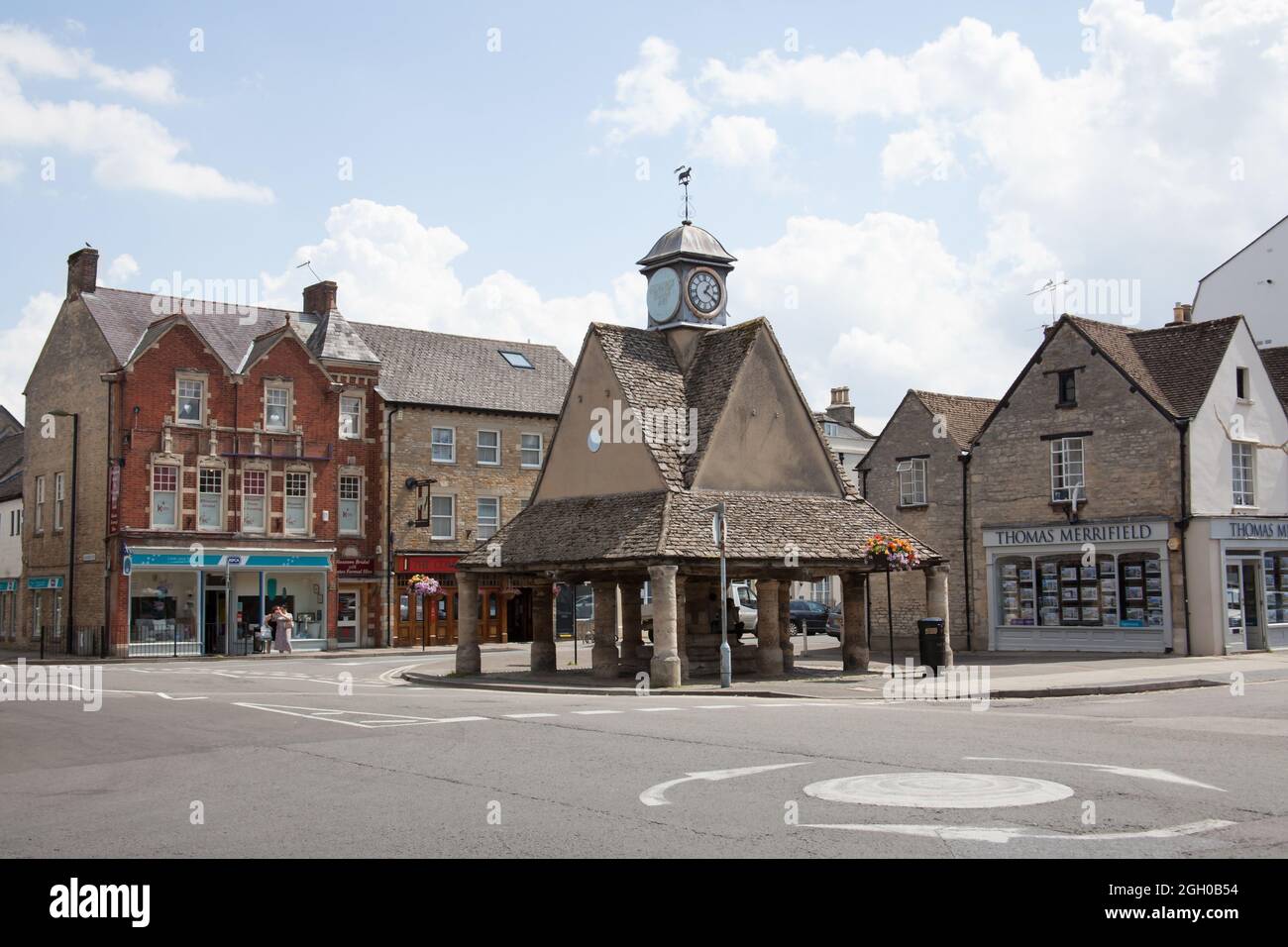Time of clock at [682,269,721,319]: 1:20
